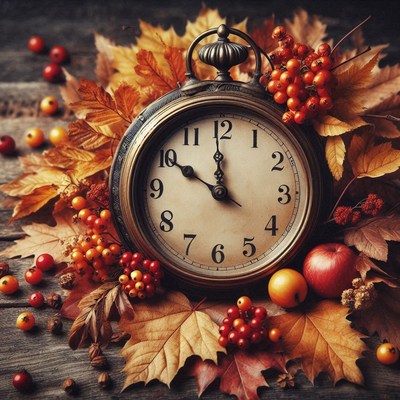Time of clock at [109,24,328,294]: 11:50
